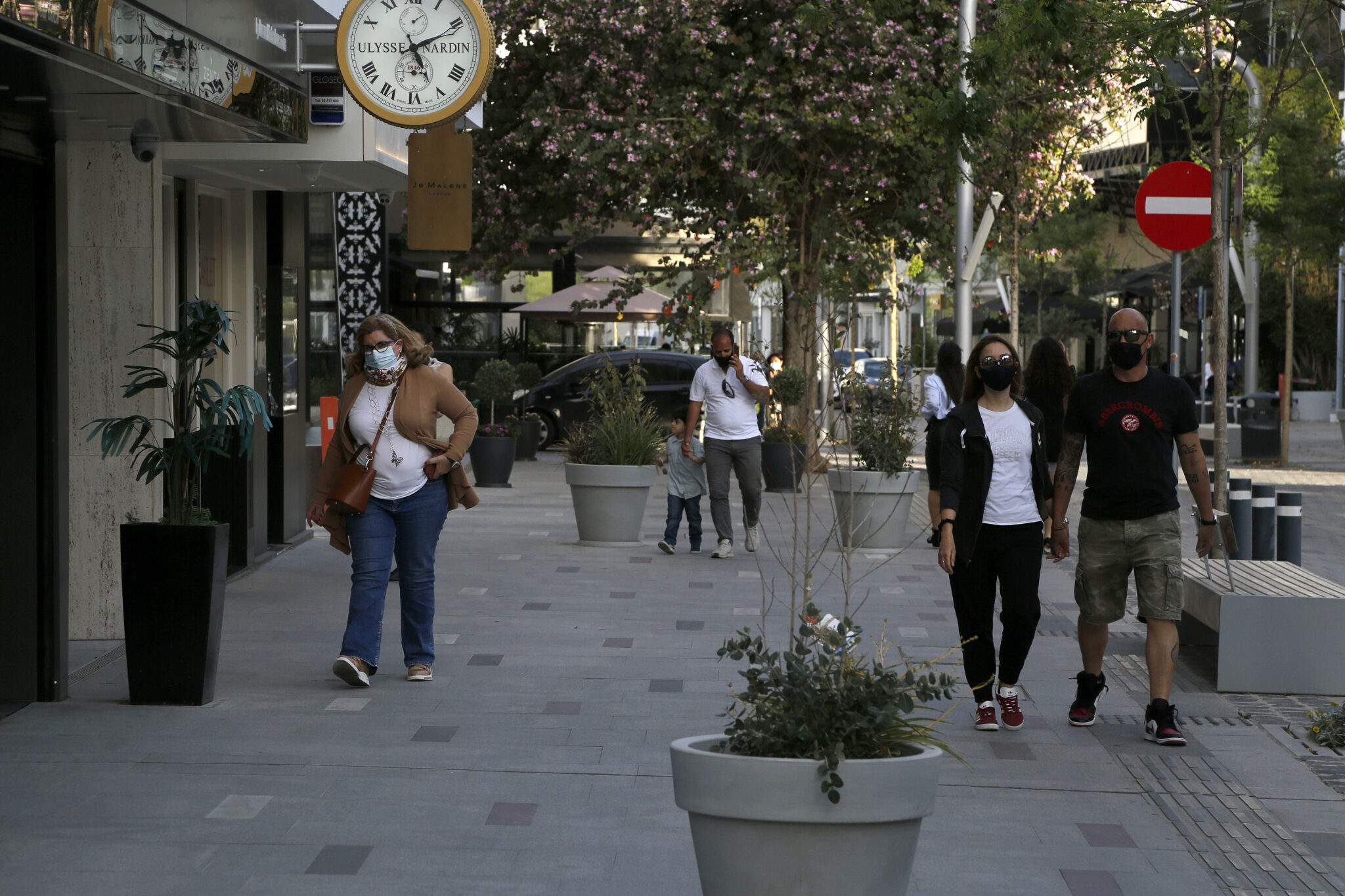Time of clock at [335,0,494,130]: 5:11
